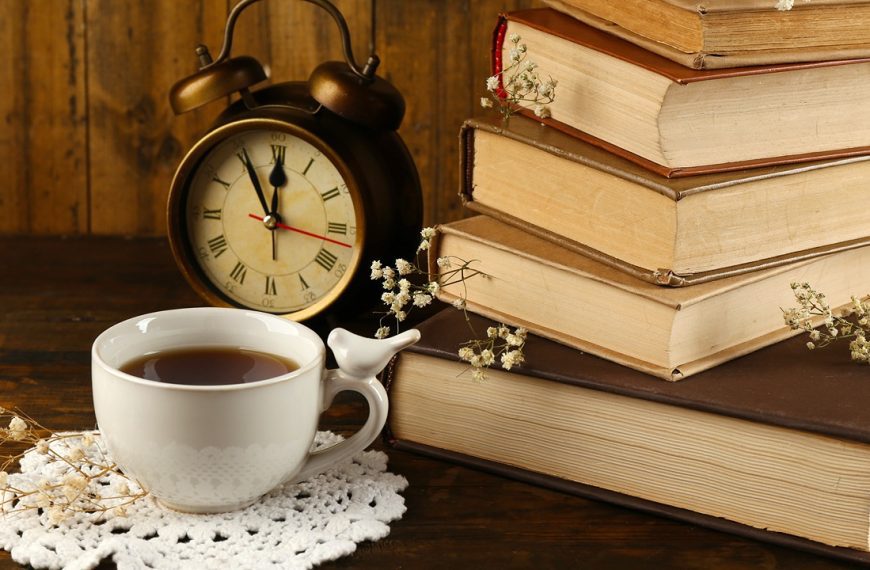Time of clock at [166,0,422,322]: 11:55
